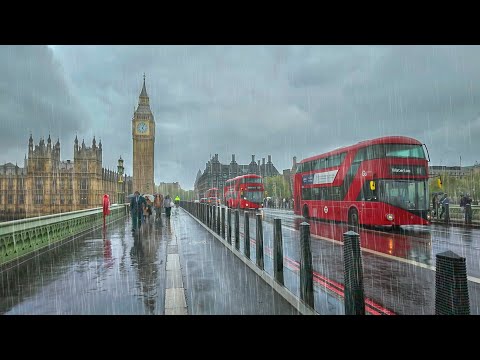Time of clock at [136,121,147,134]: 5:03
